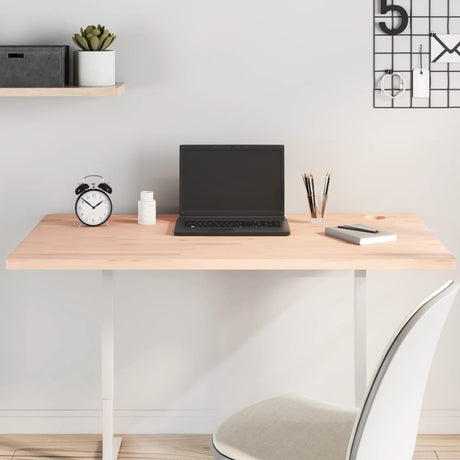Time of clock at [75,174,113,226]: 1:51
